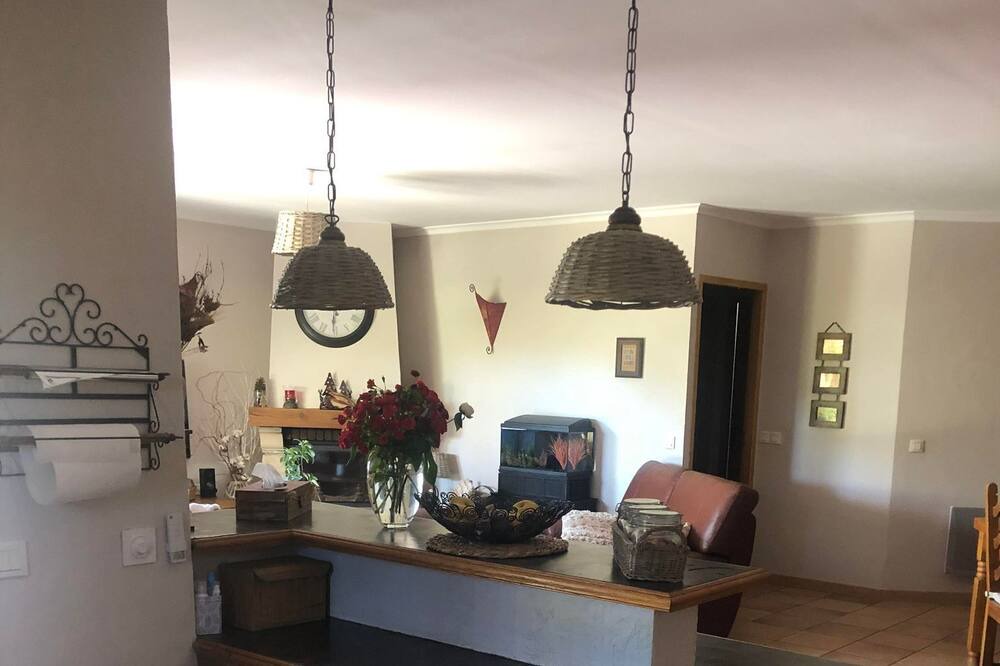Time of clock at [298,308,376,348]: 6:14
